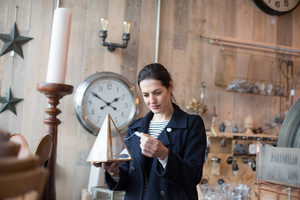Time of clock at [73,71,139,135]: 1:50
